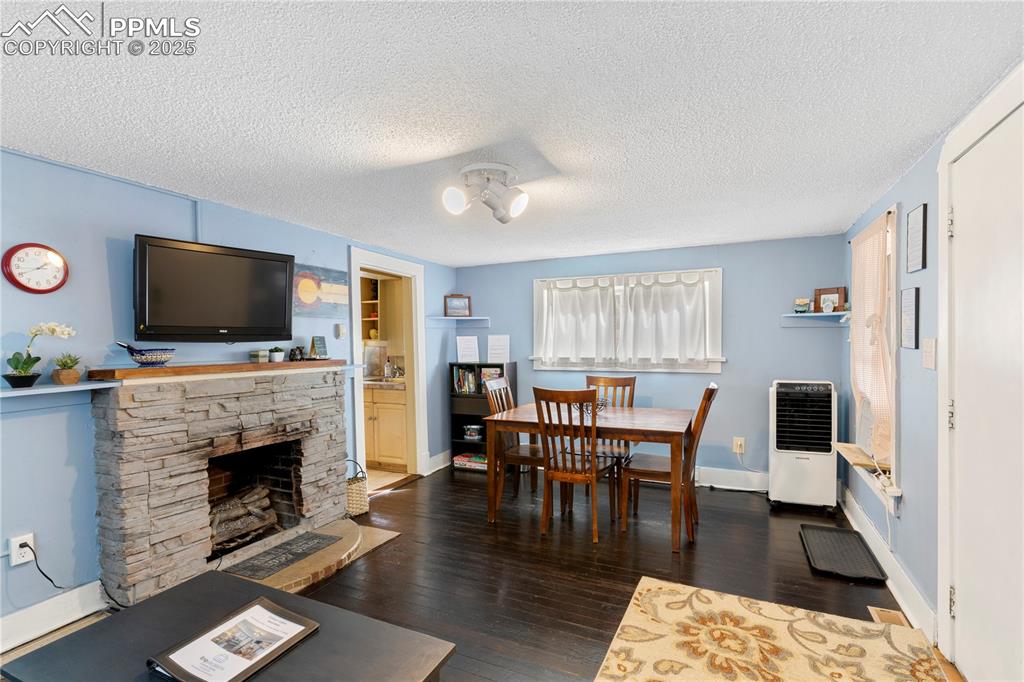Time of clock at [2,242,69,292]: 1:41
